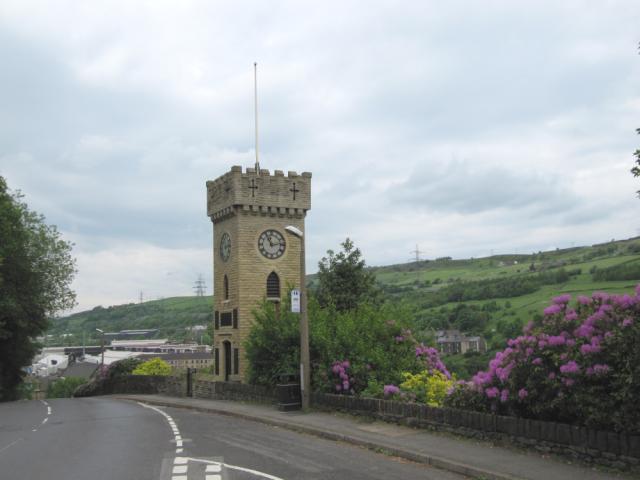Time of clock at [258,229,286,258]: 11:13
